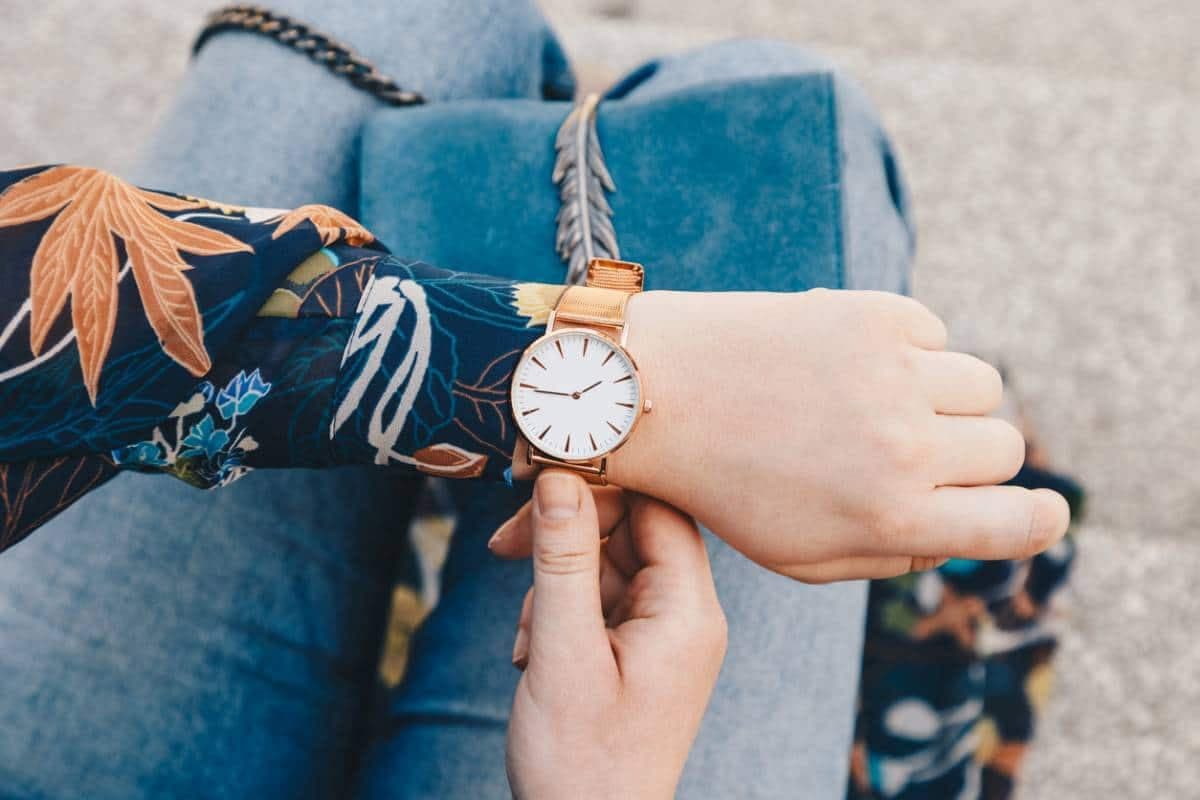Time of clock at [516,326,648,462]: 1:44
